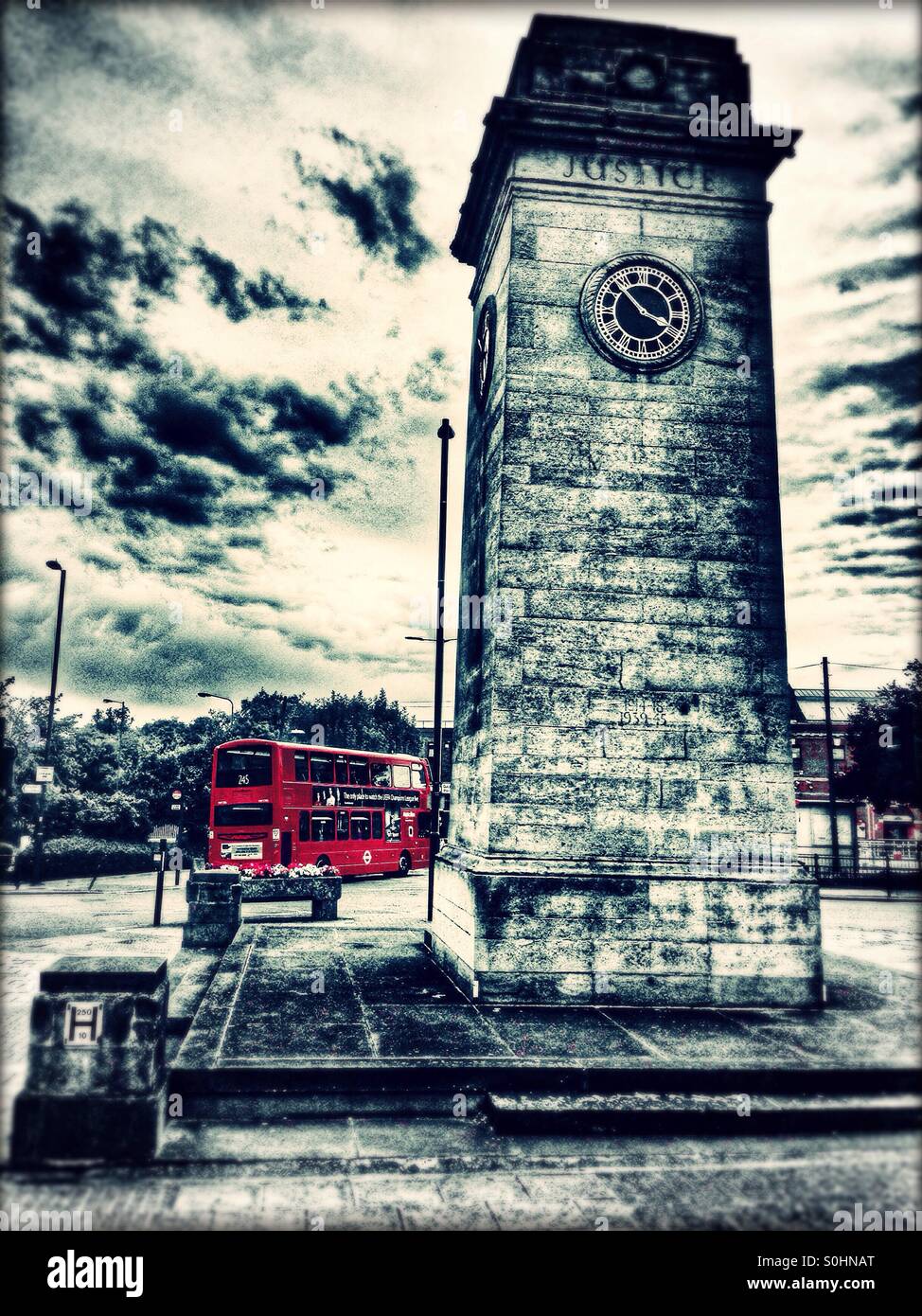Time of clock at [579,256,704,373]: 3:52
